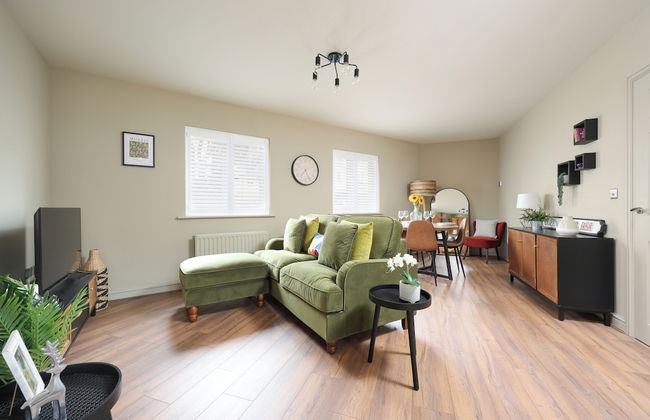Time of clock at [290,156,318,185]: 7:25
